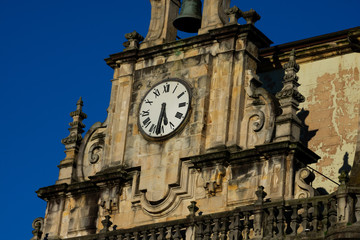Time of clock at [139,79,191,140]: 5:31
